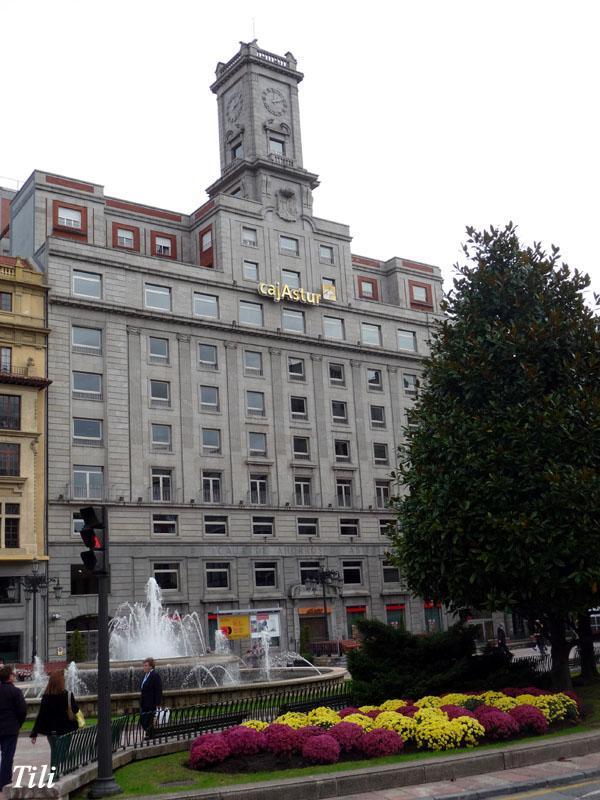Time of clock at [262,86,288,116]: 2:11
